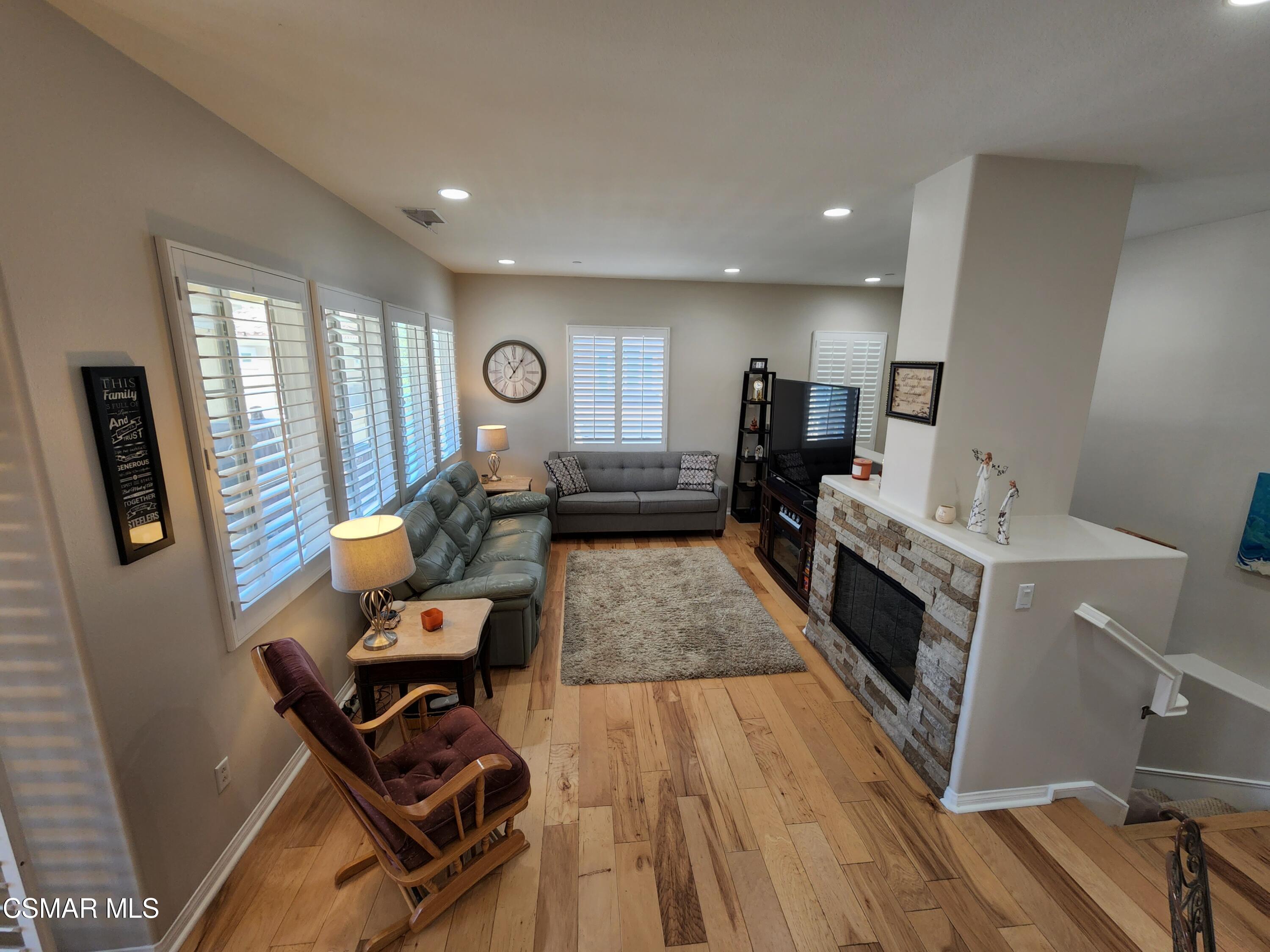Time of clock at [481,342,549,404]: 11:05
